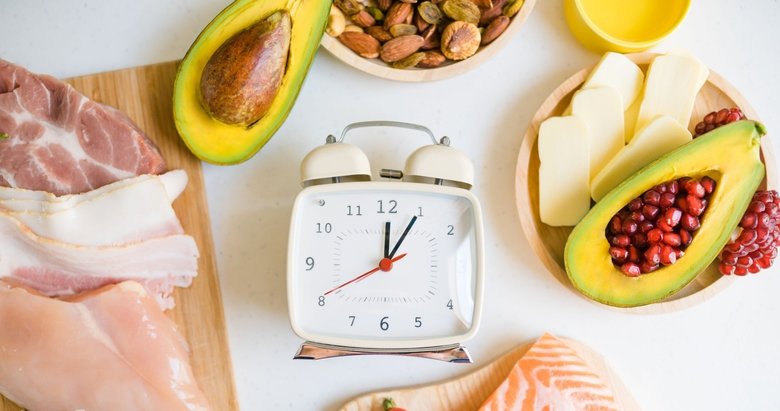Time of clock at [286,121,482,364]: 12:05
